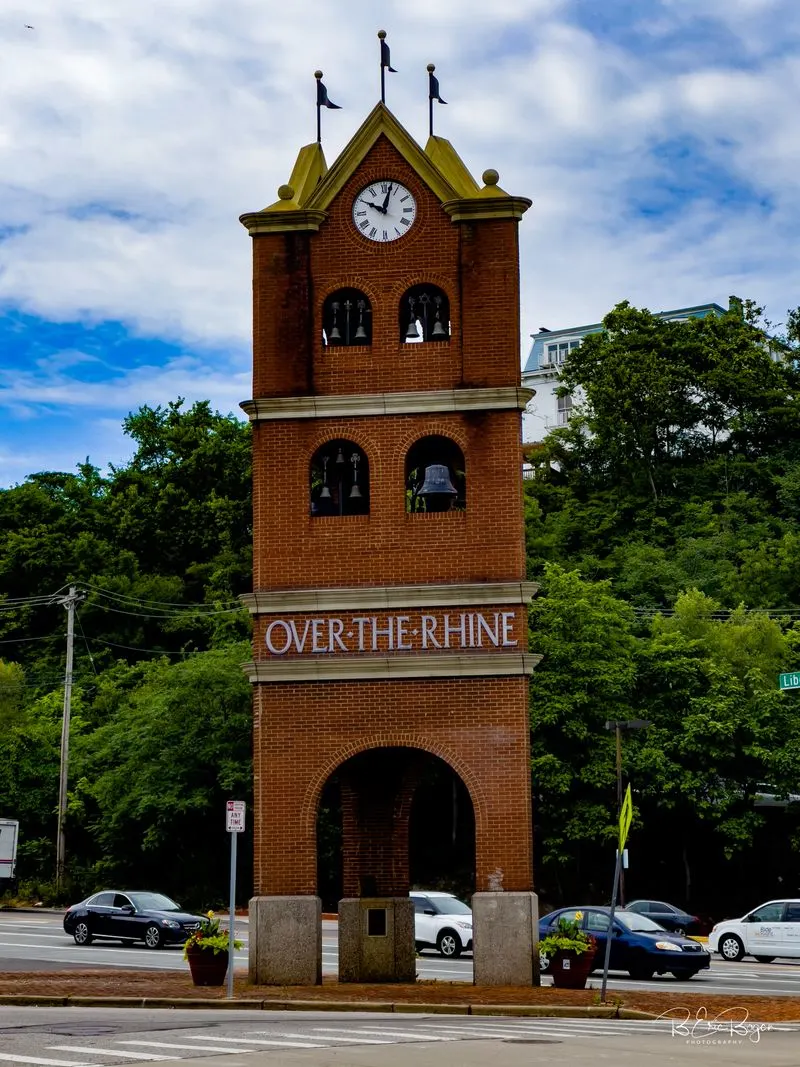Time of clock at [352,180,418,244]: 10:02
